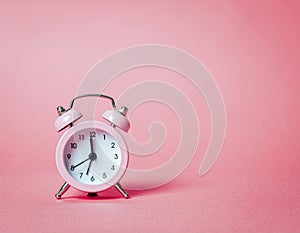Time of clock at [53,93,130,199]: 7:59
